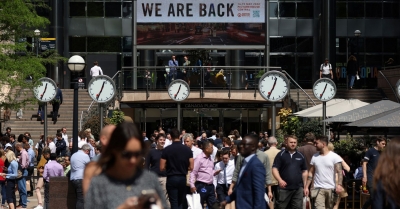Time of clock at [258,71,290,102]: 12:34
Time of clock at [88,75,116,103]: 12:34
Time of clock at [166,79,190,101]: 12:34
